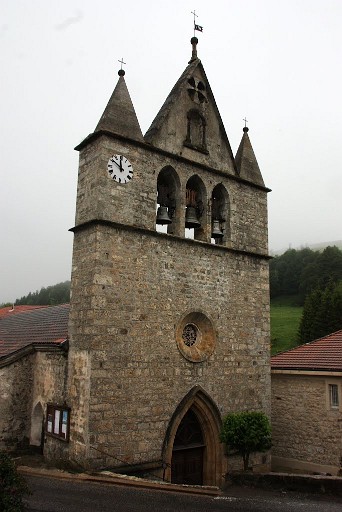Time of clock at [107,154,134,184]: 11:51
